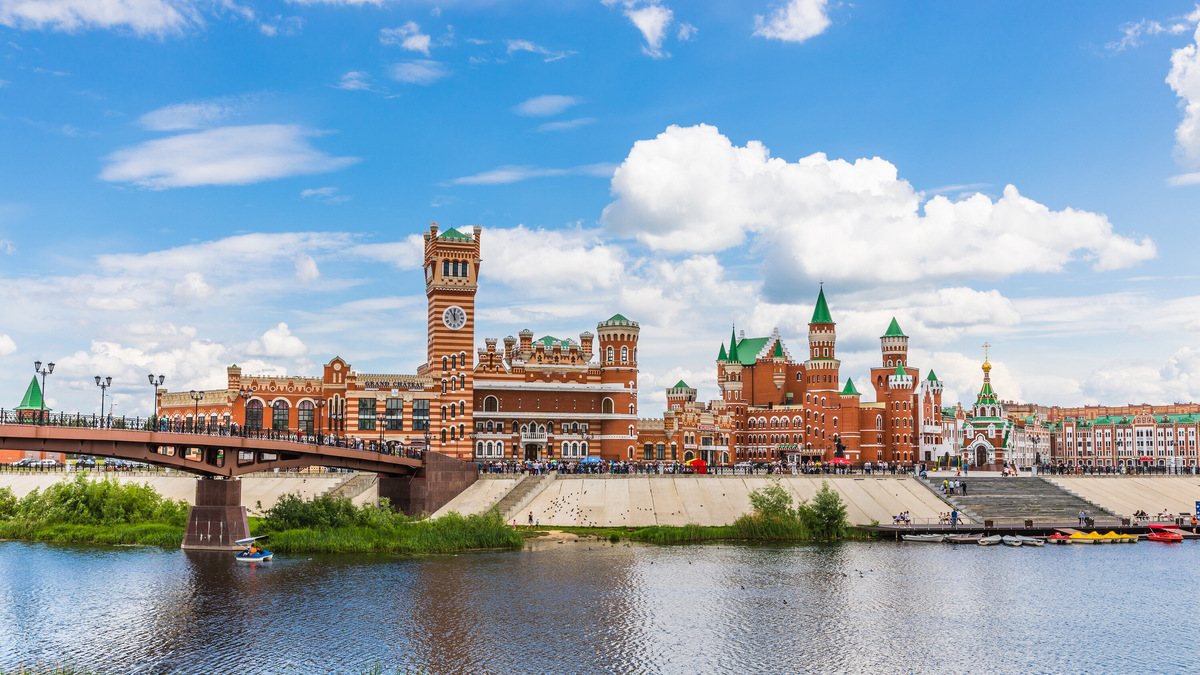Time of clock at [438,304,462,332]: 10:59
